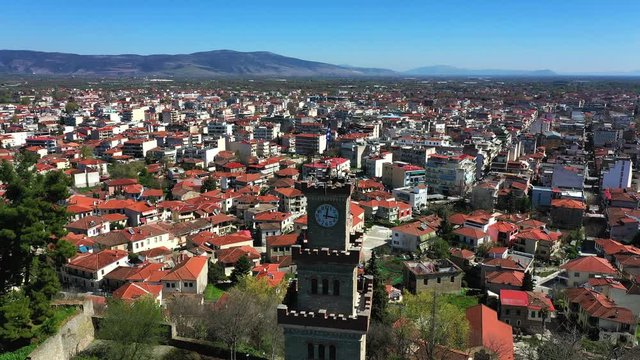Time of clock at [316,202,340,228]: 12:16
